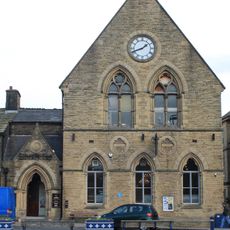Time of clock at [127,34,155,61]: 1:41
